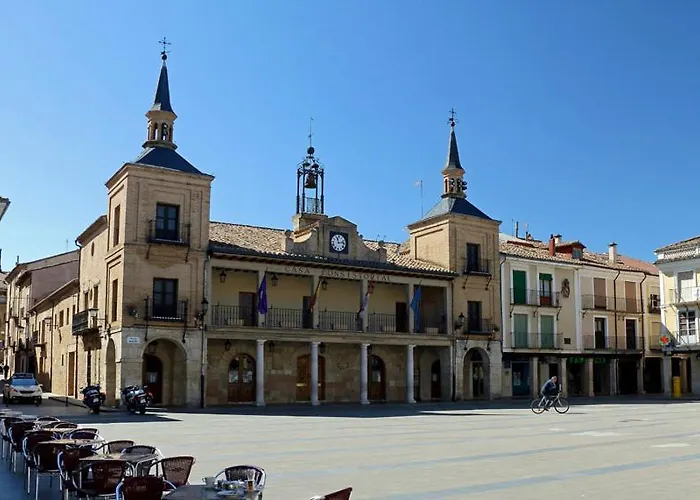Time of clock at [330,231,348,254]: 11:12
